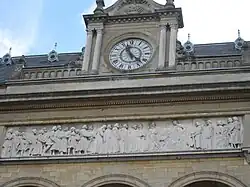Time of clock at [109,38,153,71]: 11:22
